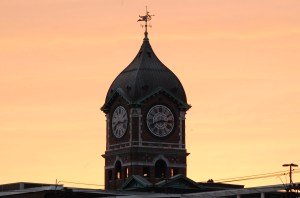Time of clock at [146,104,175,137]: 8:15
